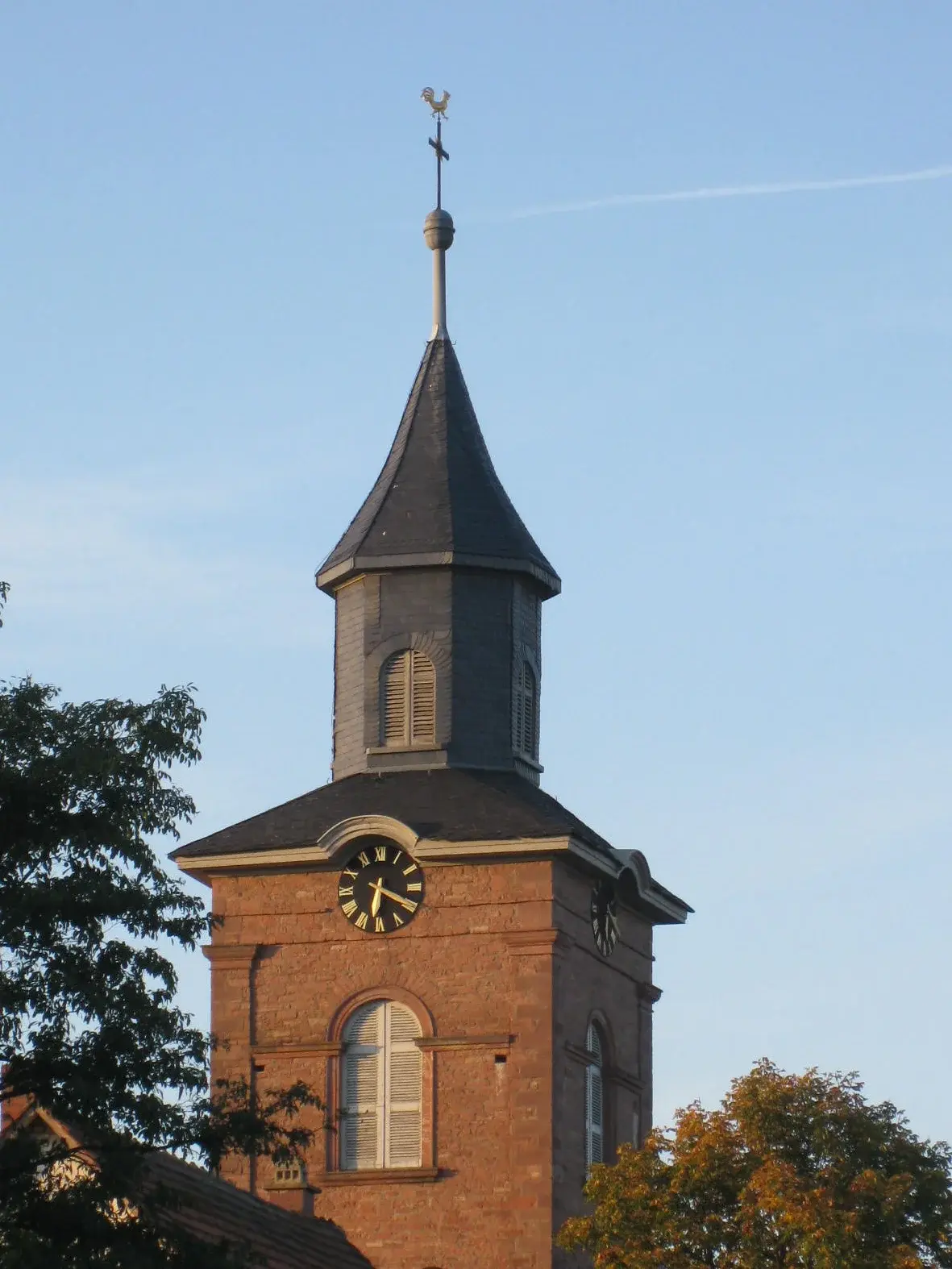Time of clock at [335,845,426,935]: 6:19
